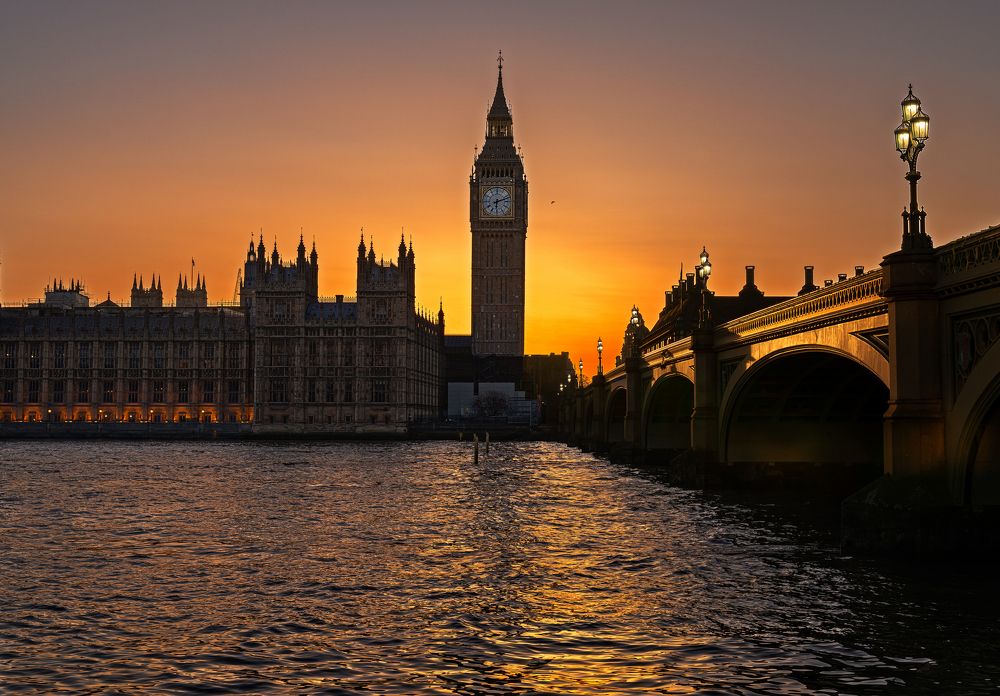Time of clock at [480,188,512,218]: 6:12
